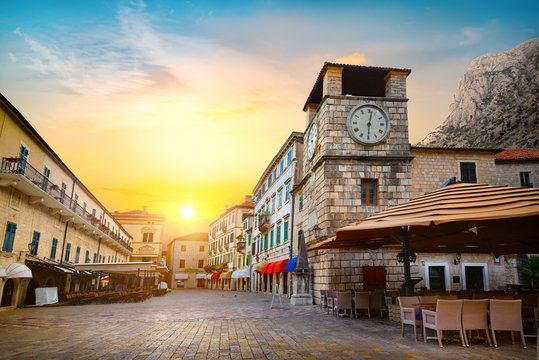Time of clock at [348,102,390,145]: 6:02
